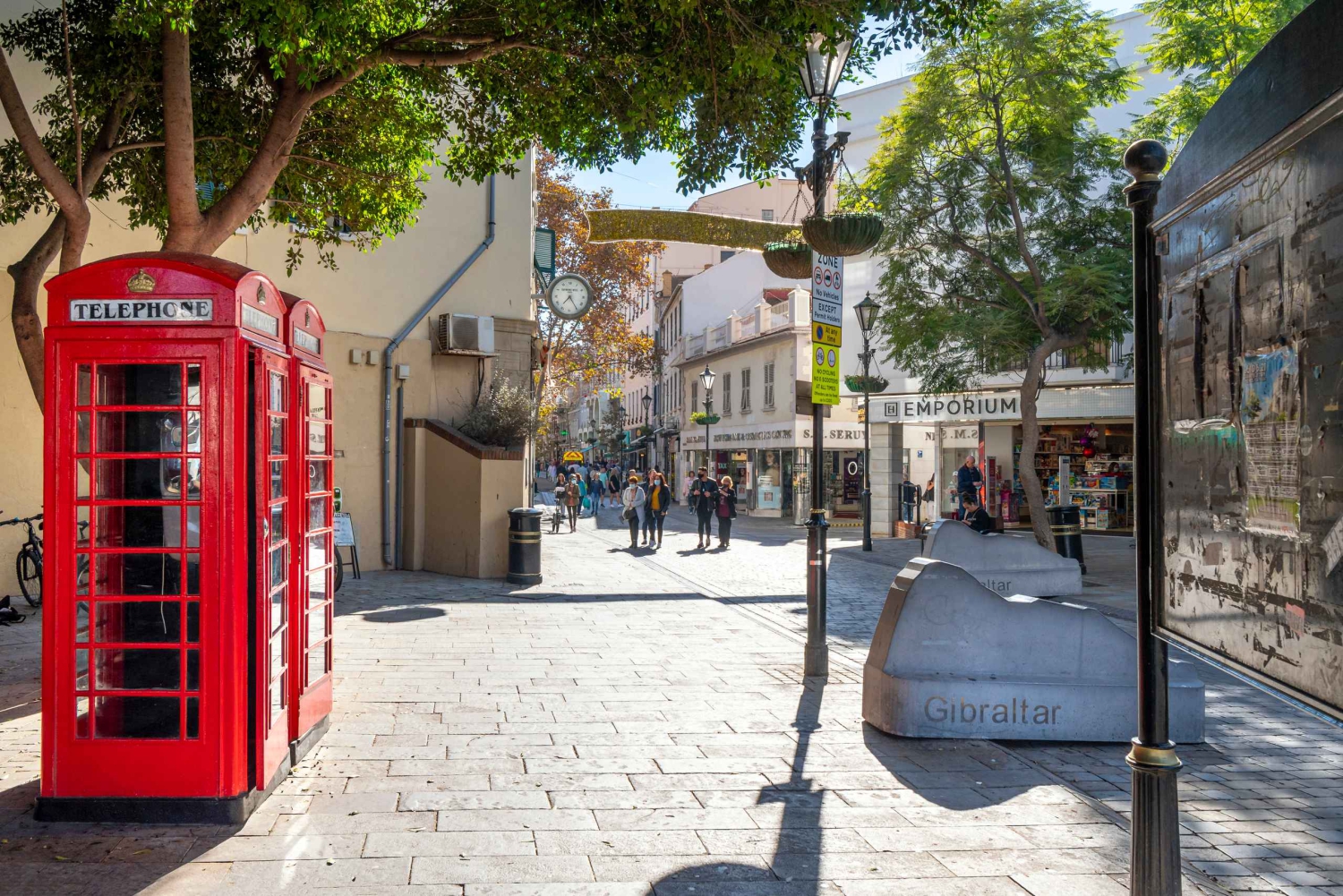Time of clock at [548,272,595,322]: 7:24
